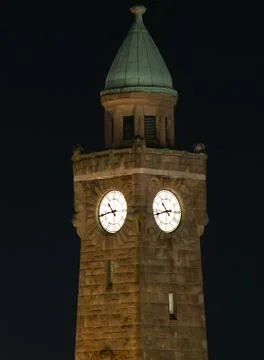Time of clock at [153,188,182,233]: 10:42
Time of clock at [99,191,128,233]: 10:43
